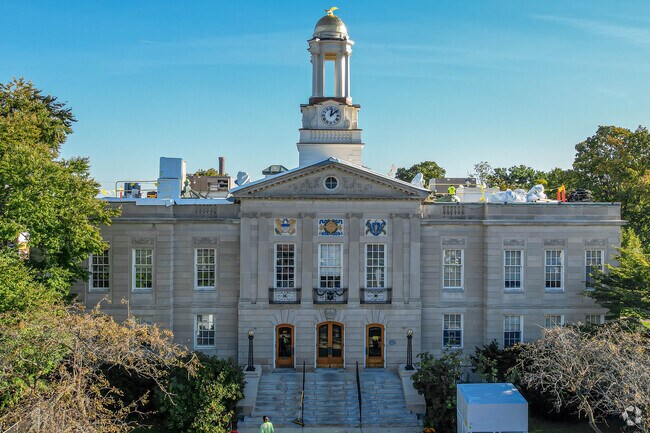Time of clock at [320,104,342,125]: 12:07
